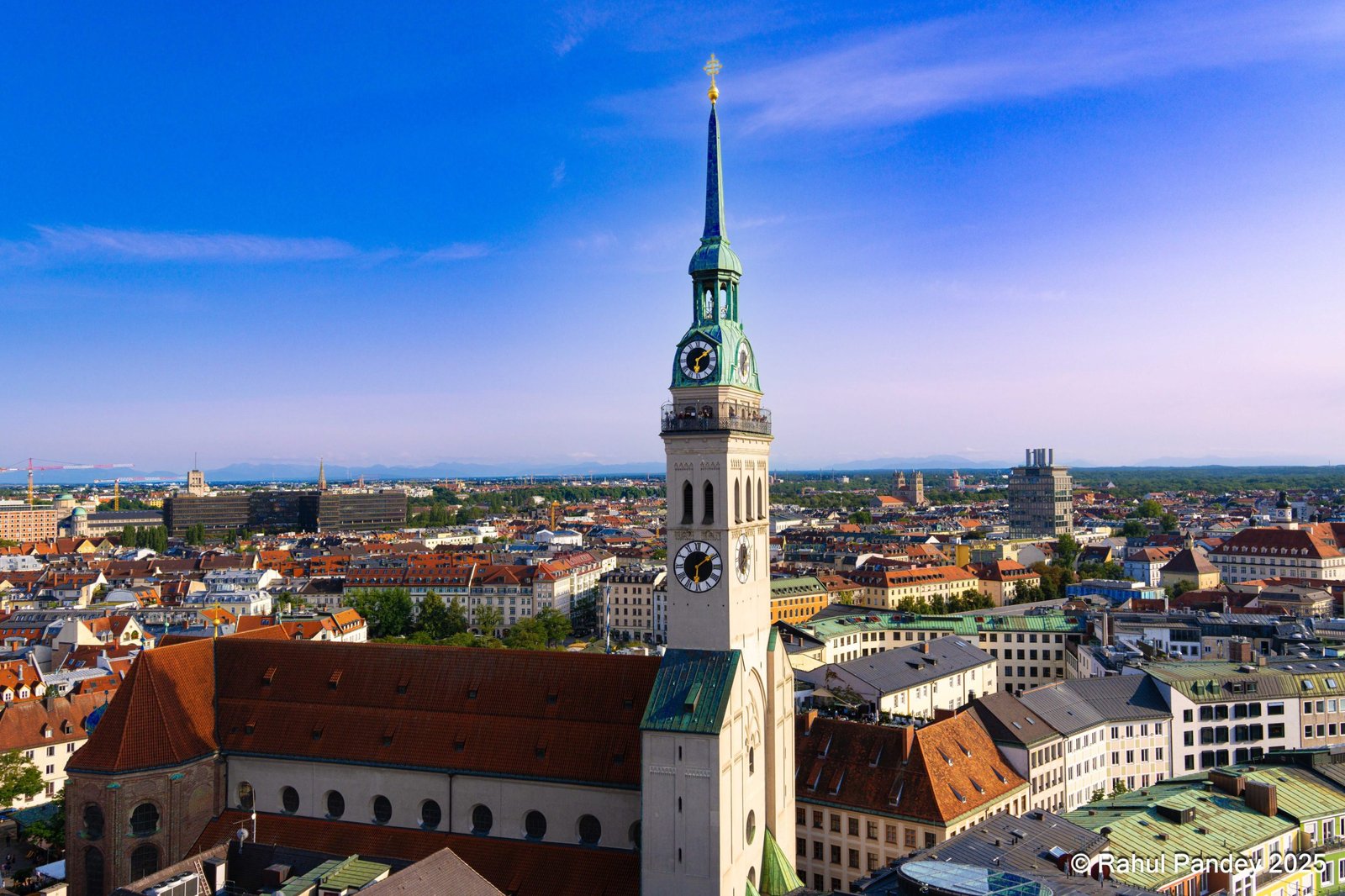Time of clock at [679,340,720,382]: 6:09
